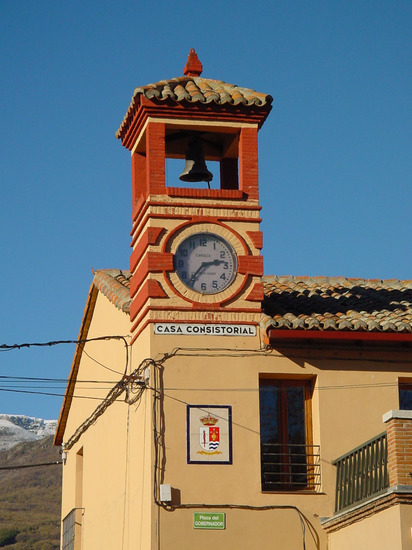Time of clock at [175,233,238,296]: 2:36
